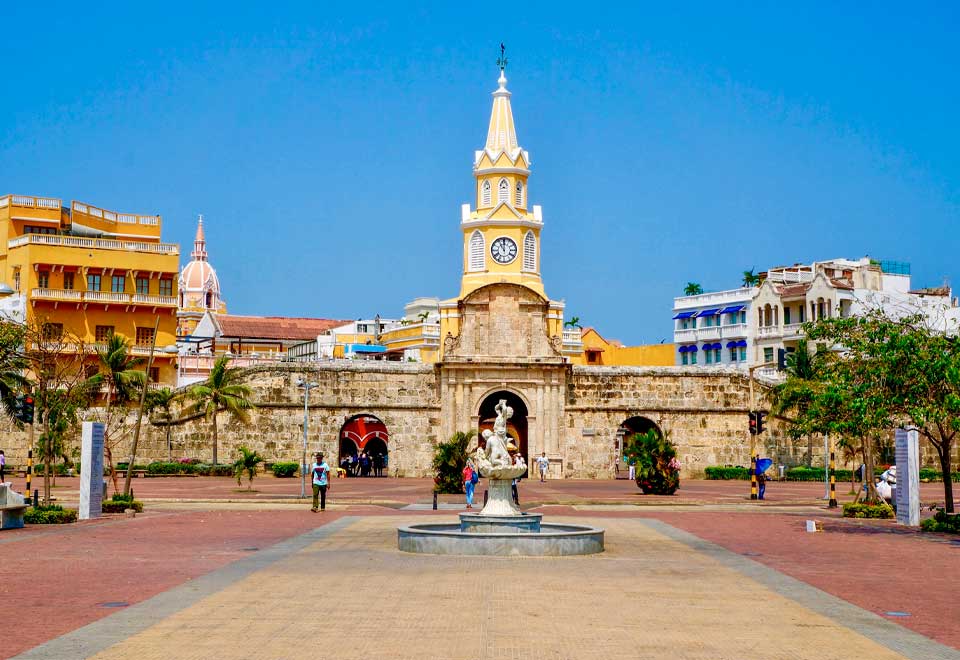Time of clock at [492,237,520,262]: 11:00
